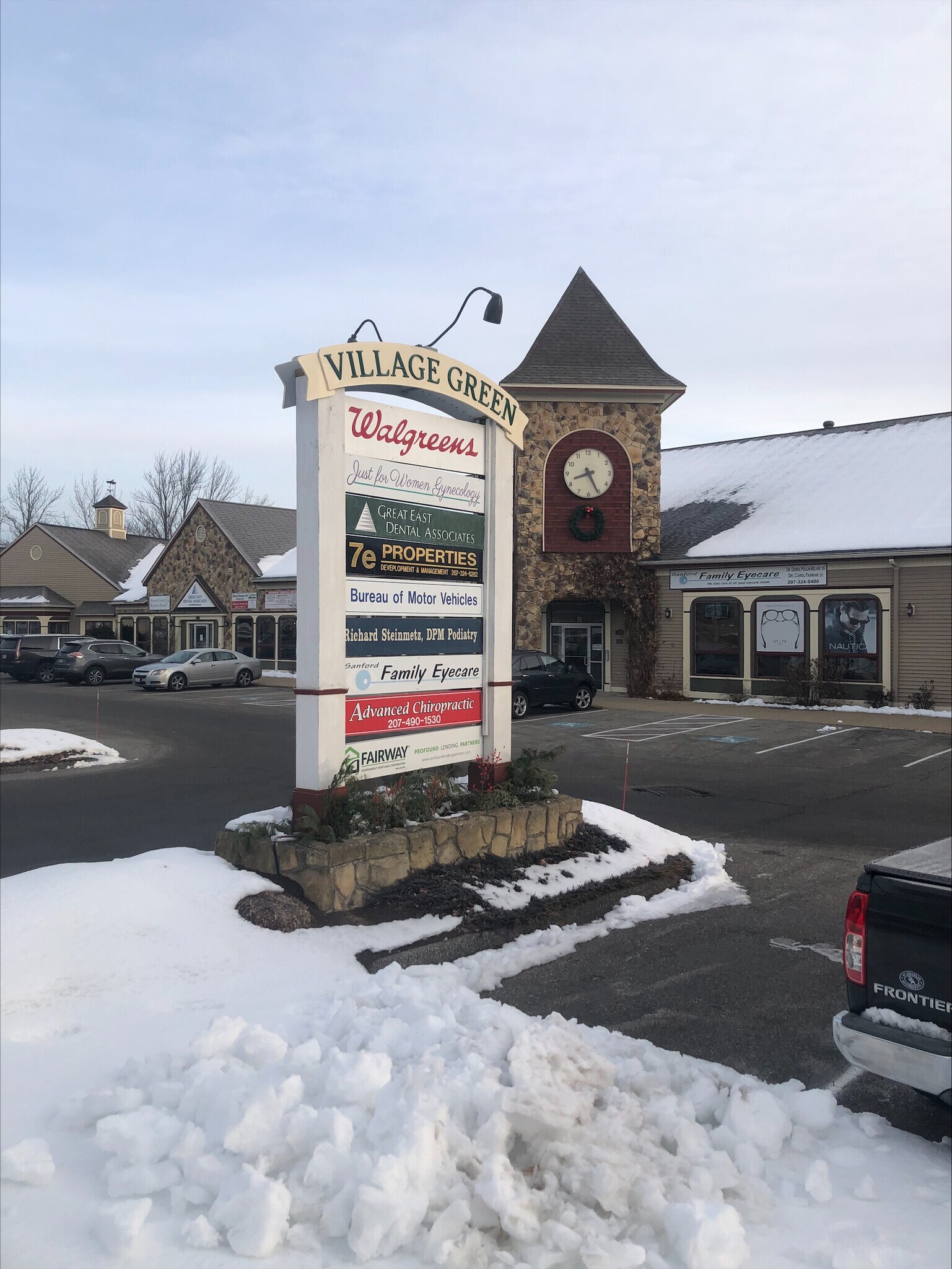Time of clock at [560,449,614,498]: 8:25
